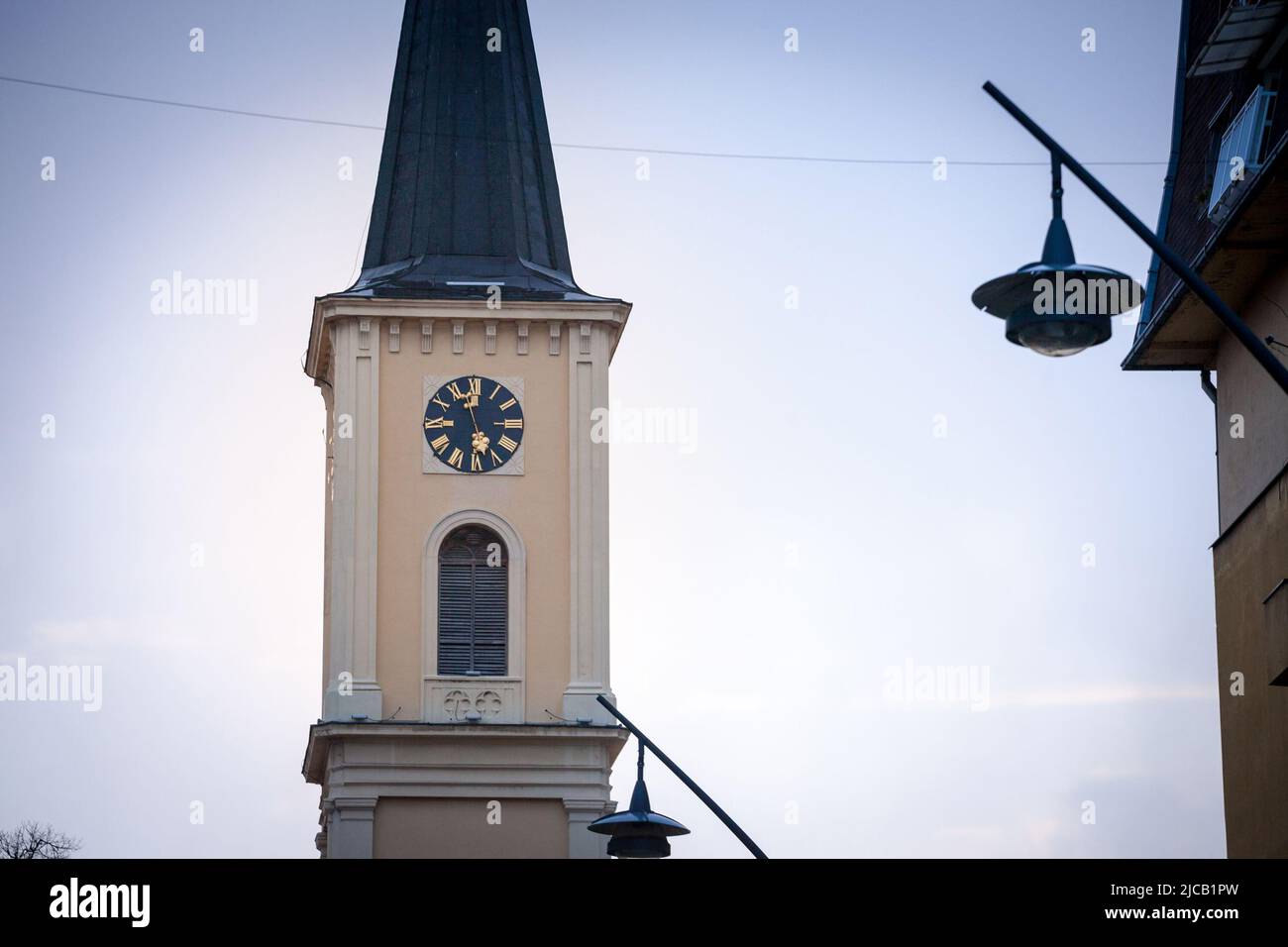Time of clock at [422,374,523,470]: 4:57
